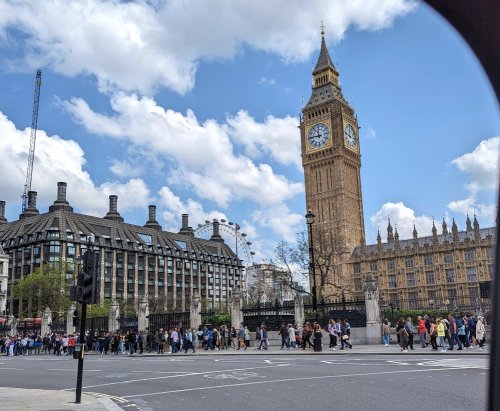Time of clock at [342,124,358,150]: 11:46
